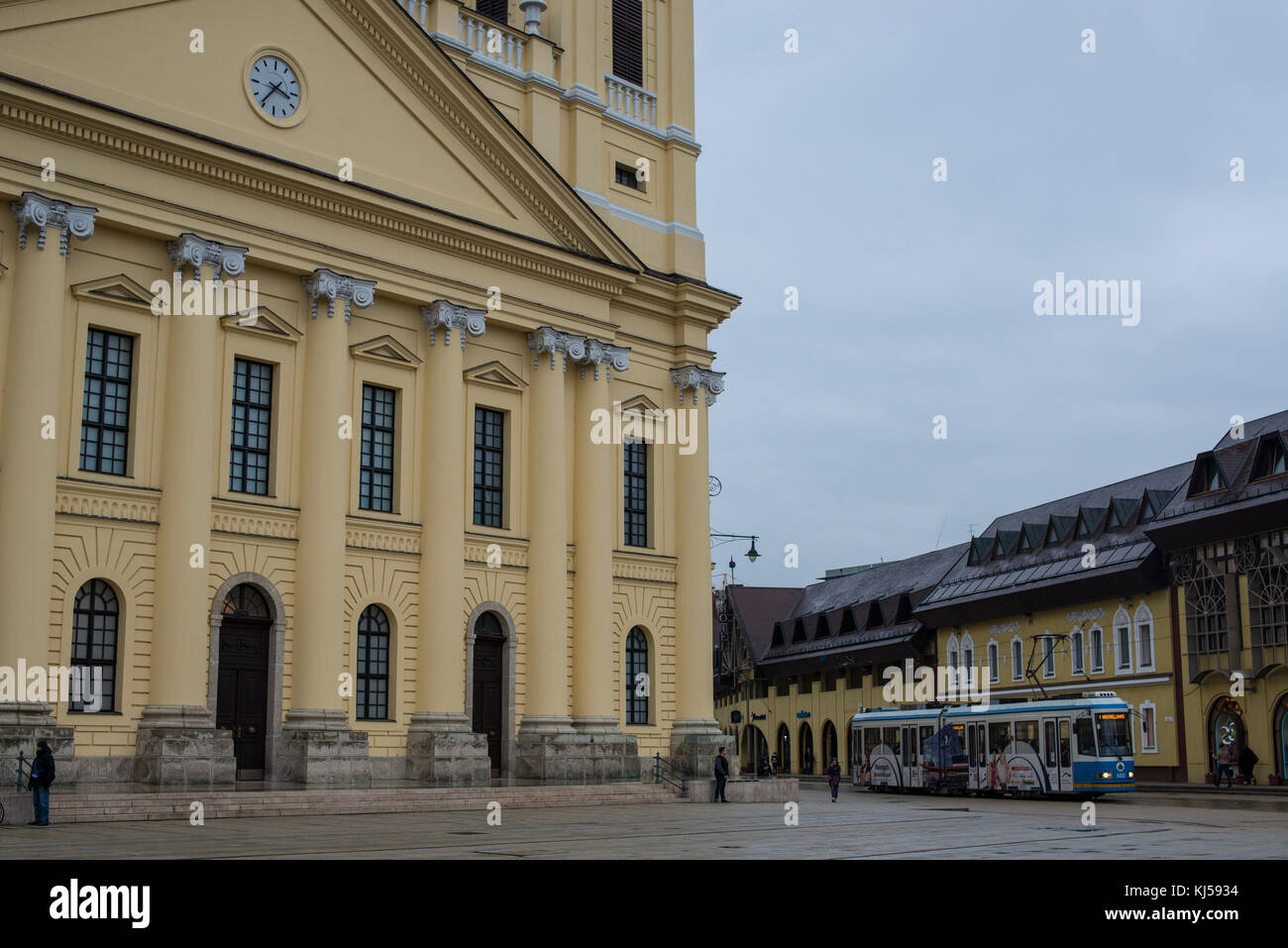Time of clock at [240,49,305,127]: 3:36
